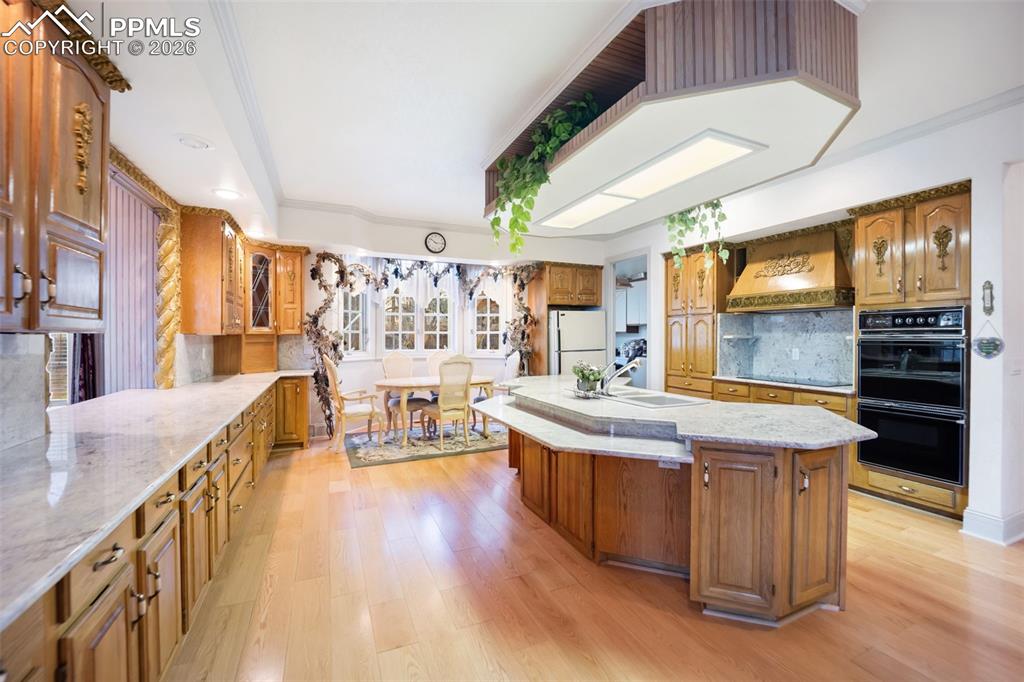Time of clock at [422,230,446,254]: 10:15
